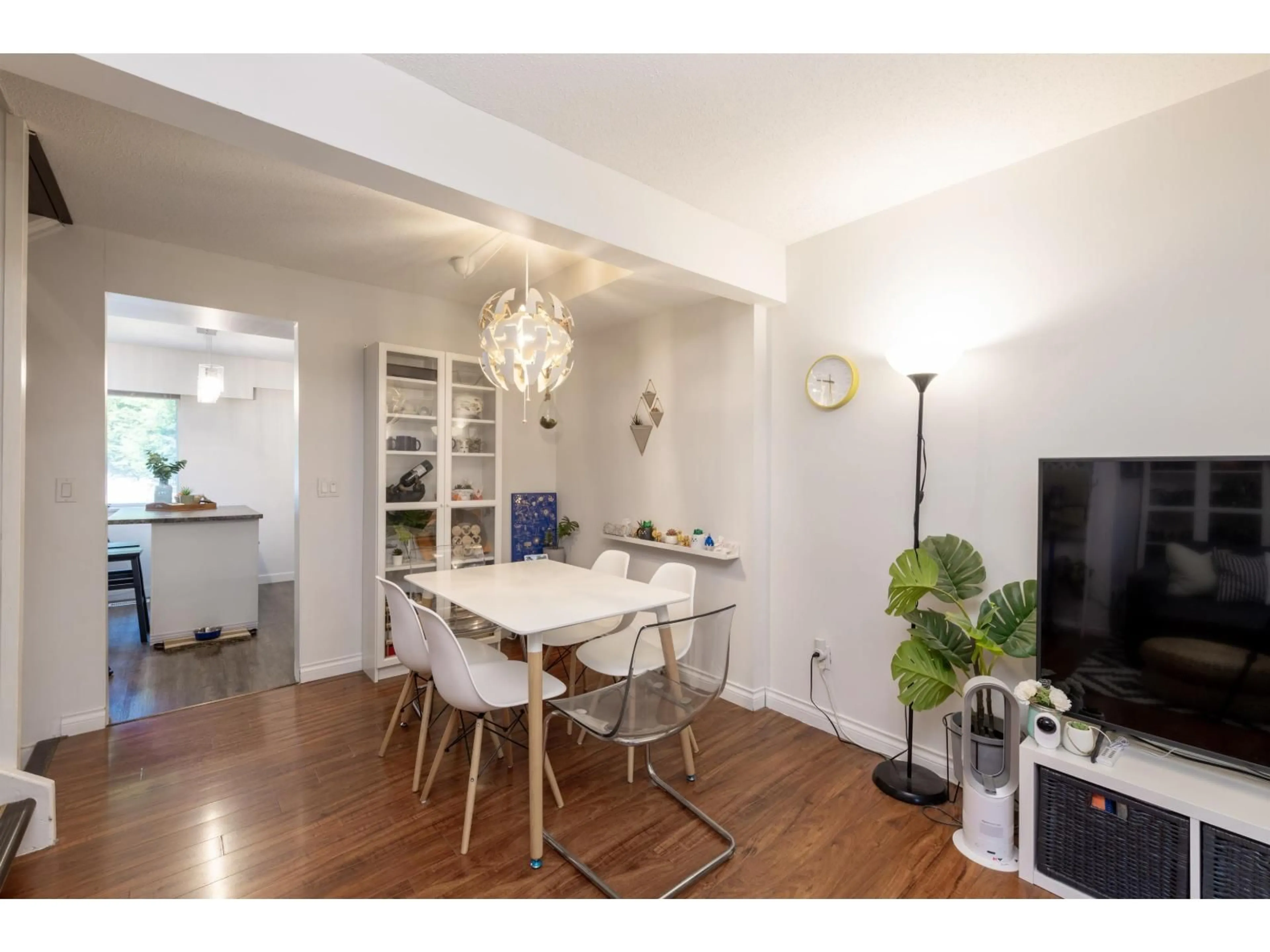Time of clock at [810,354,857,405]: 9:28
